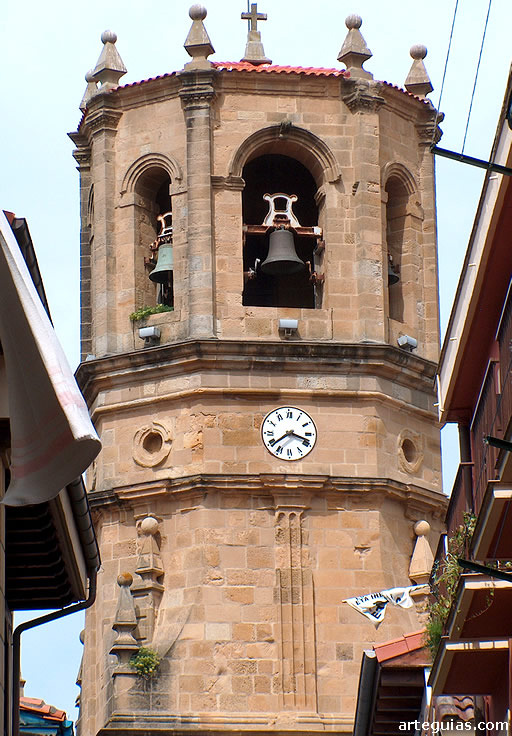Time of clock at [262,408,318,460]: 3:38
